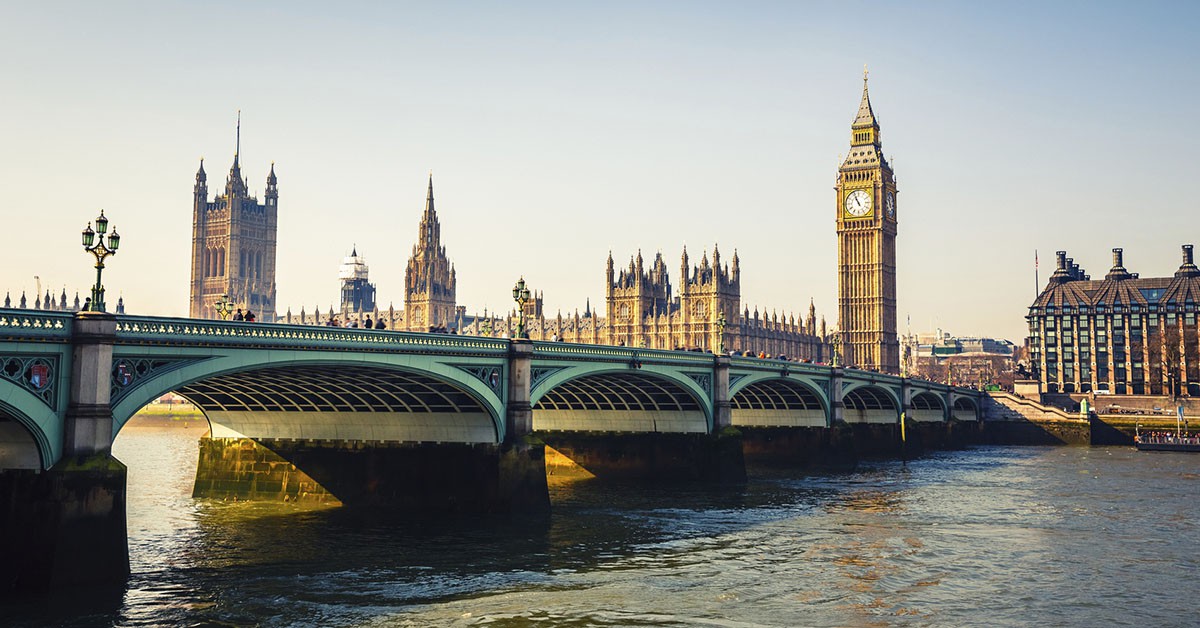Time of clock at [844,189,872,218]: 10:56
